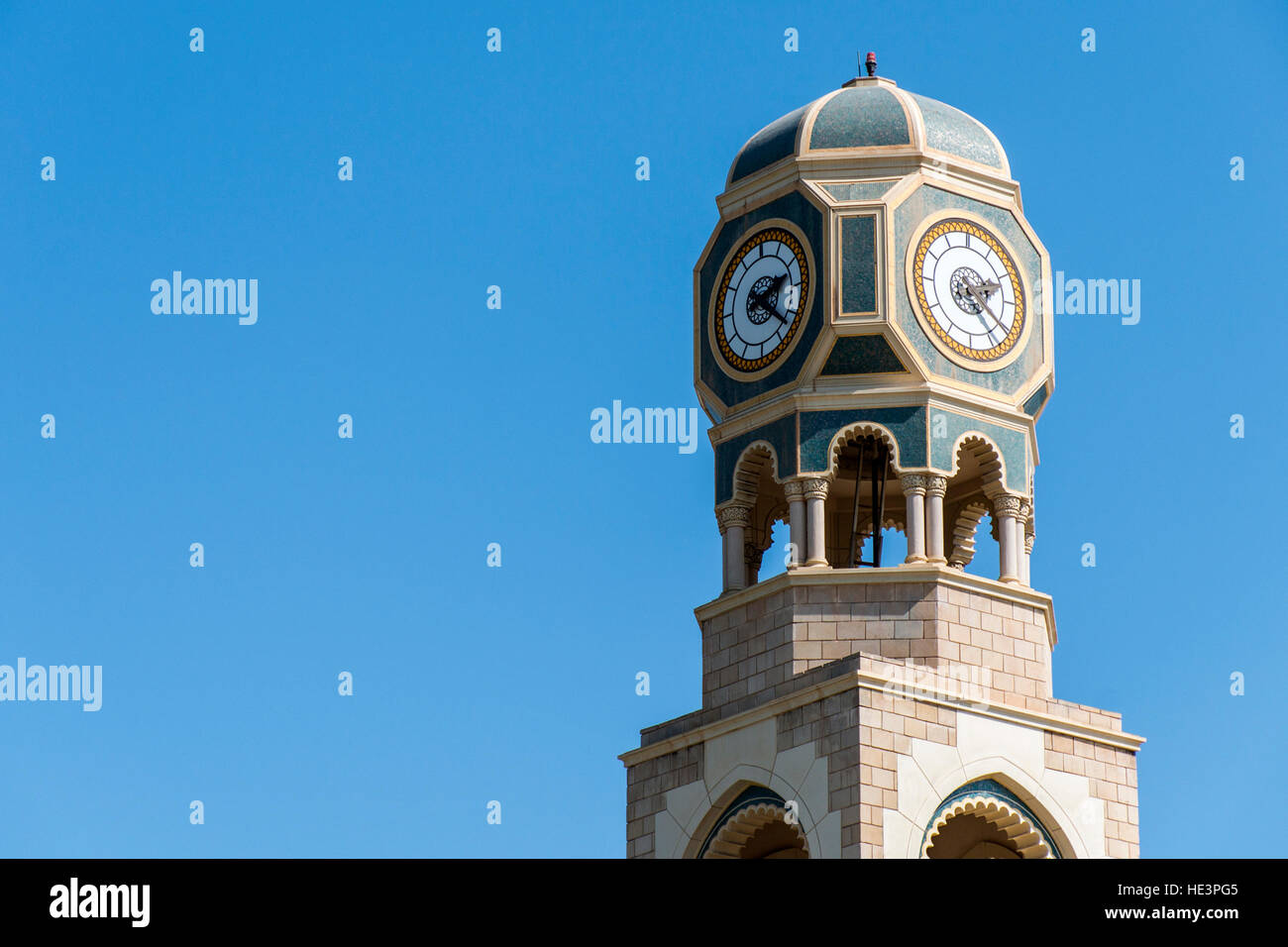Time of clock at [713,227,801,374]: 2:21
